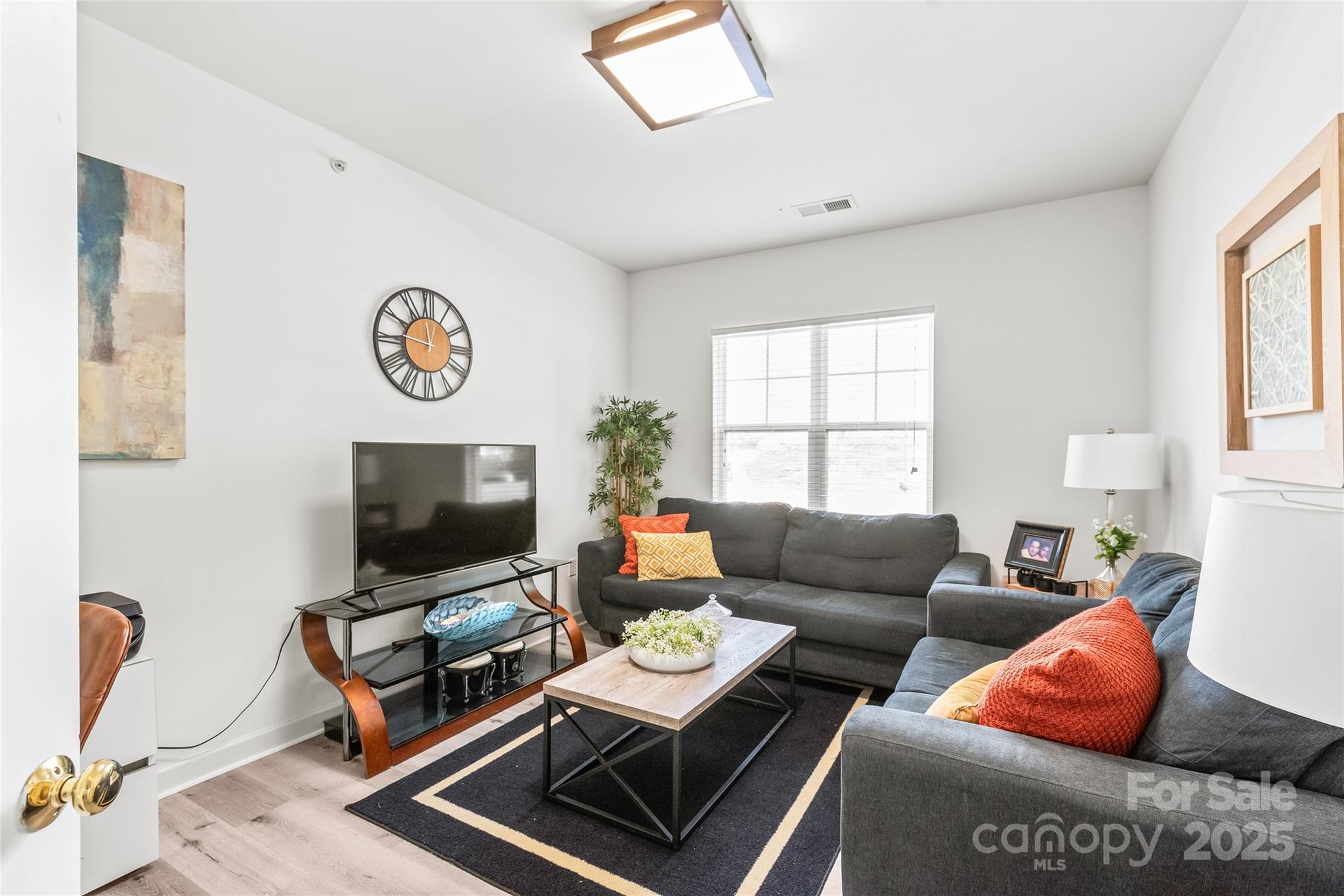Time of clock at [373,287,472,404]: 11:46
